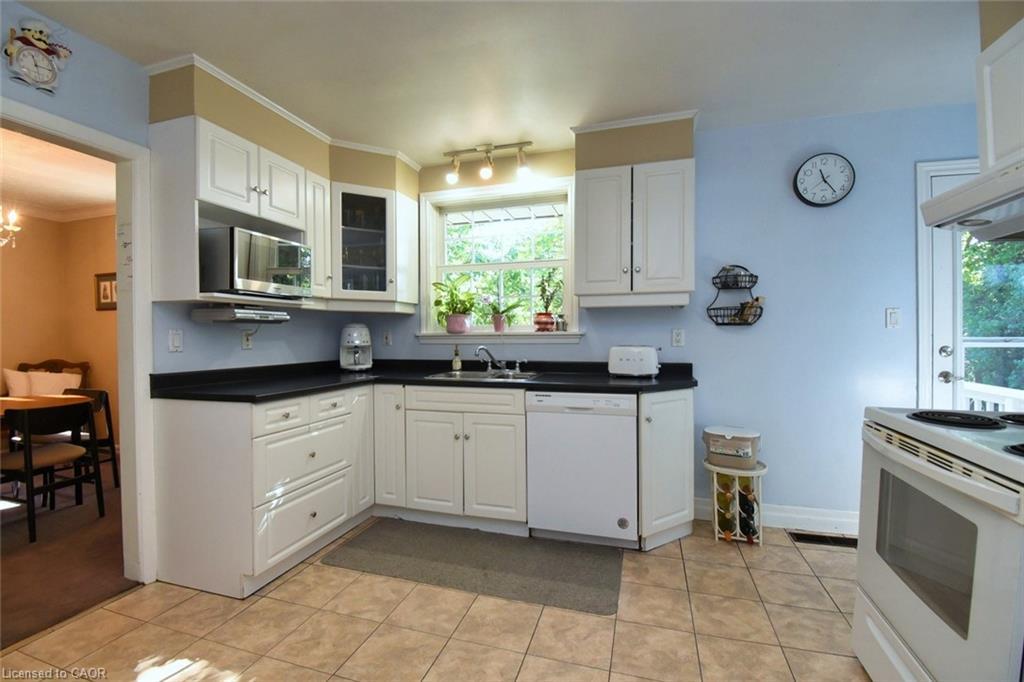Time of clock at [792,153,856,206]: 11:23
